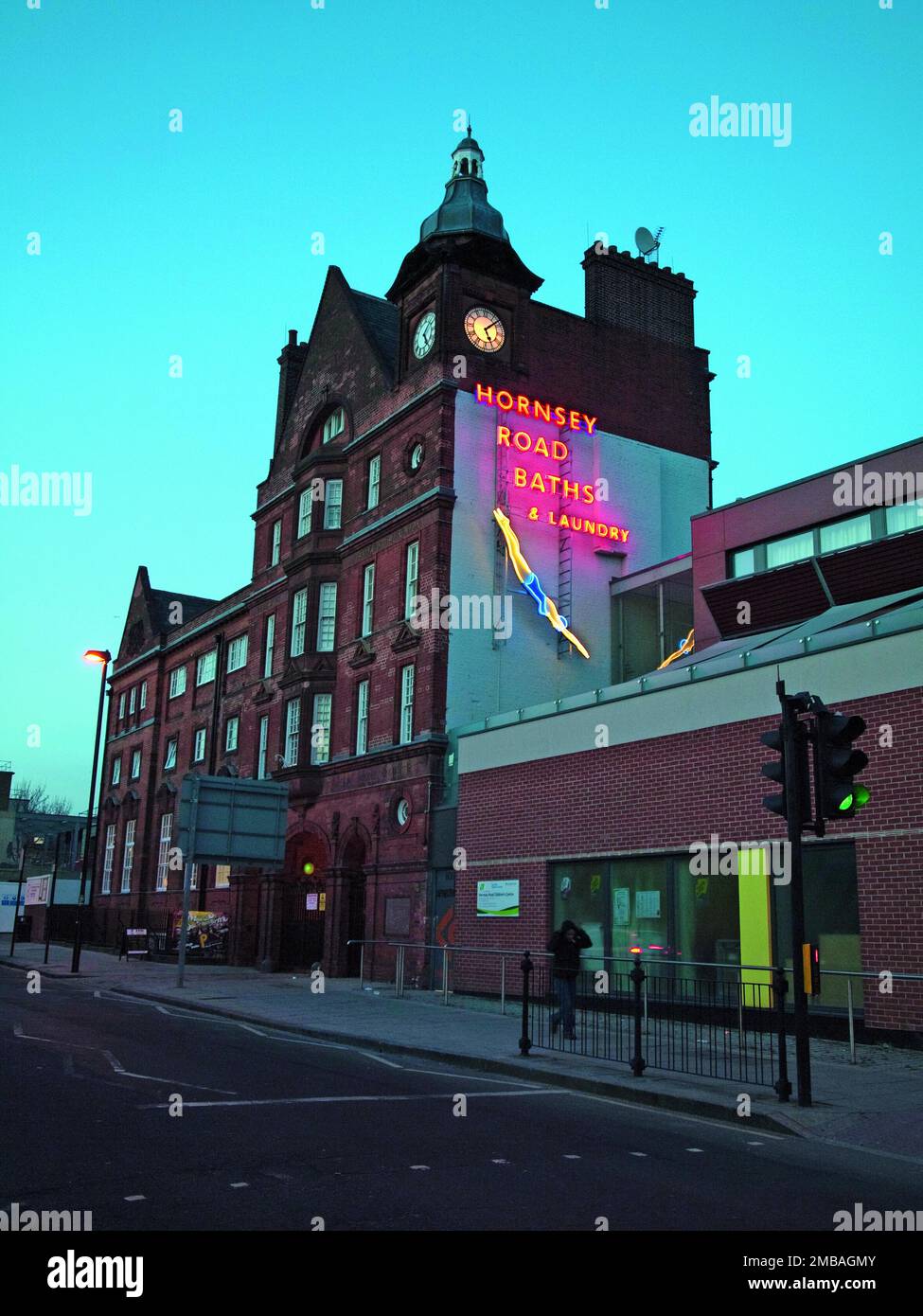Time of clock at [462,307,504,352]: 5:07
